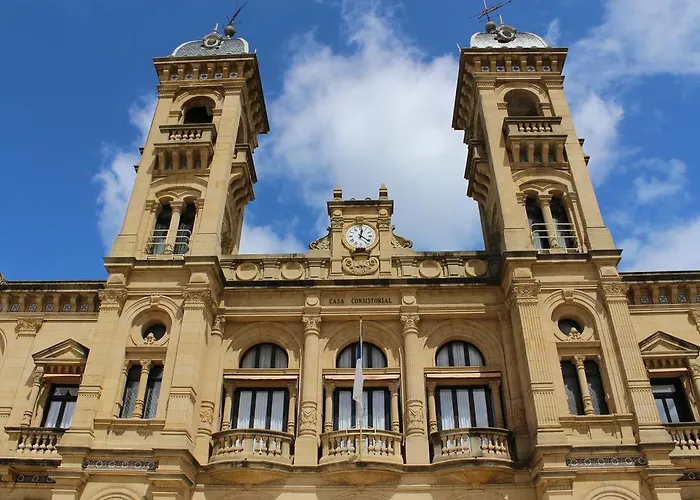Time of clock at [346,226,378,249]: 12:21
